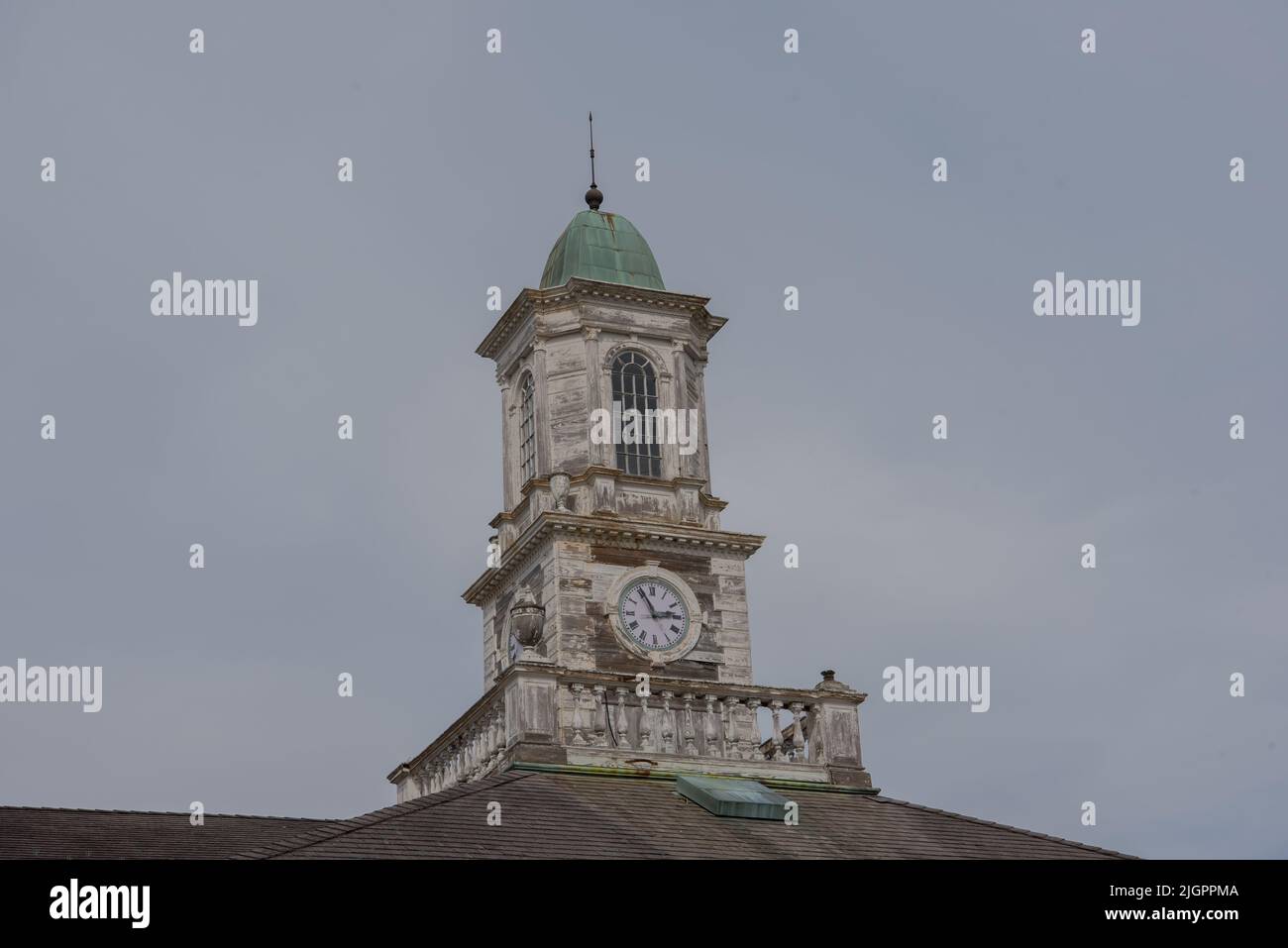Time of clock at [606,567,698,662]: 2:55
